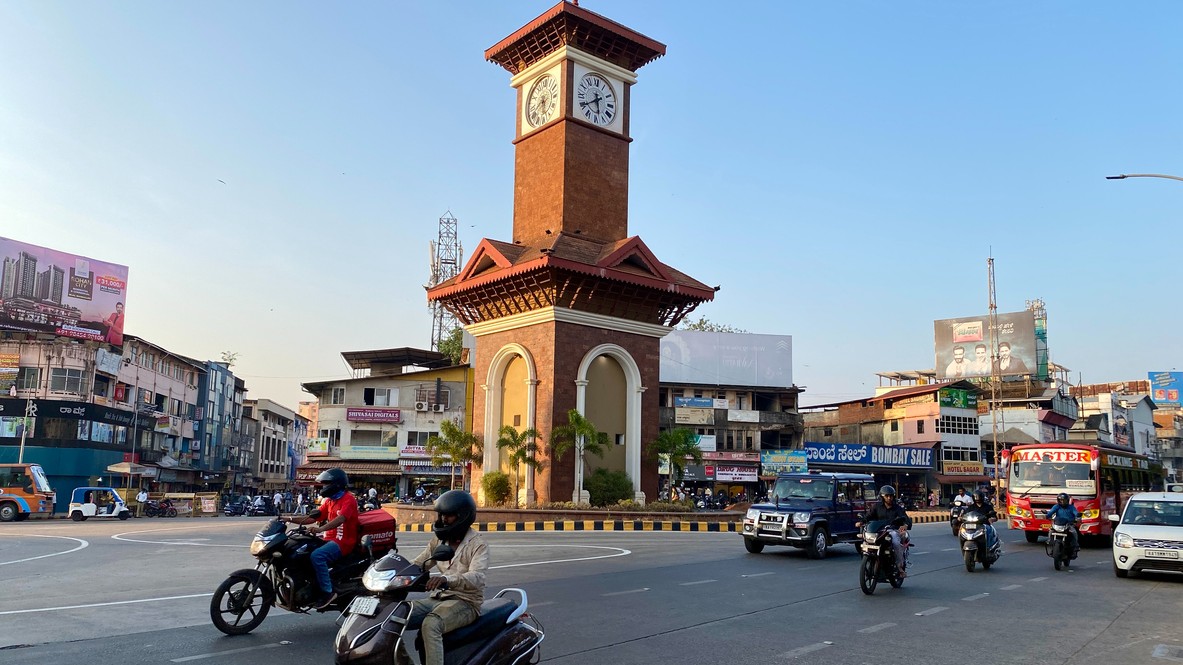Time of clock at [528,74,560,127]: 5:40
